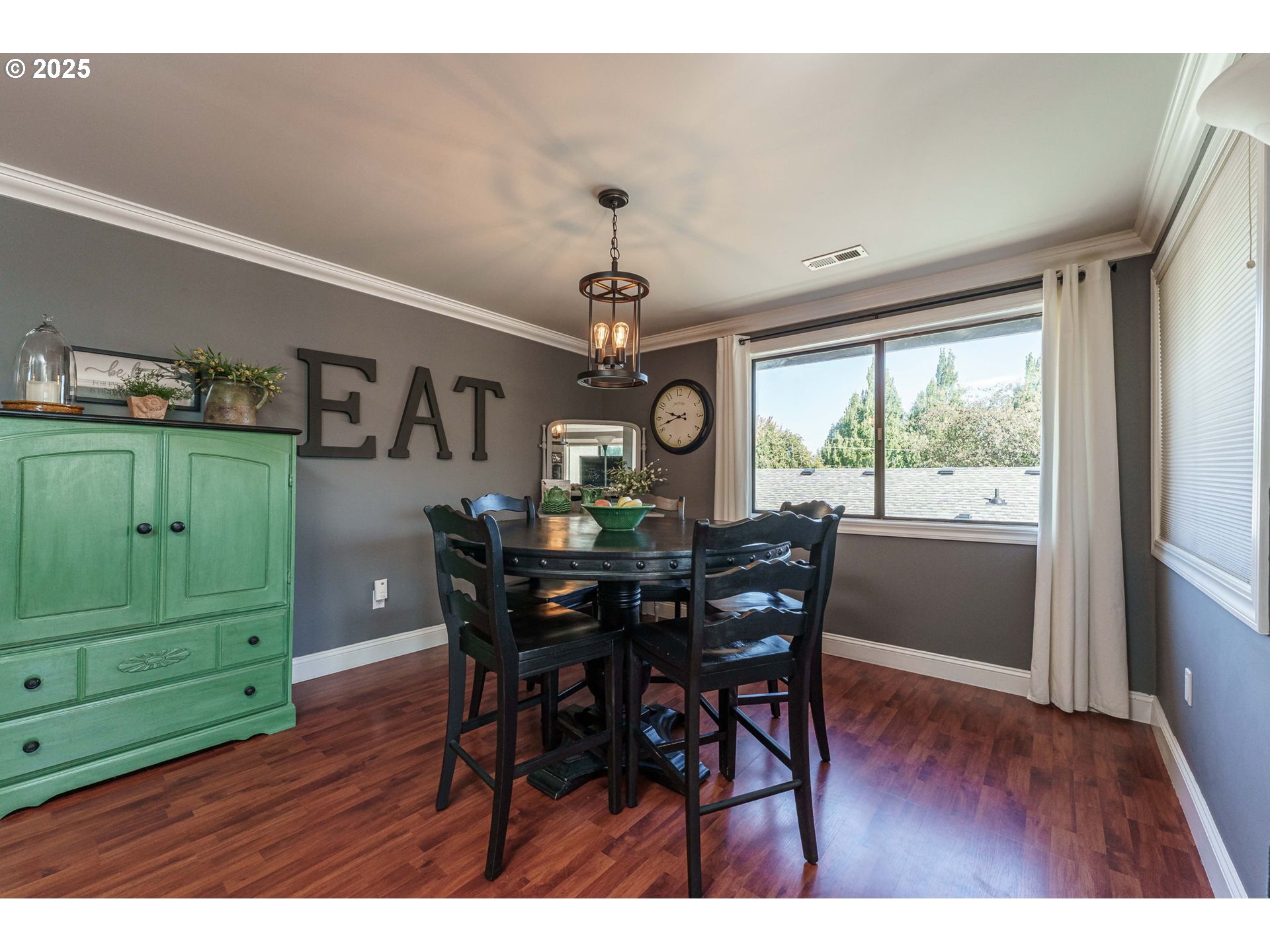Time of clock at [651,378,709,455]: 9:42
